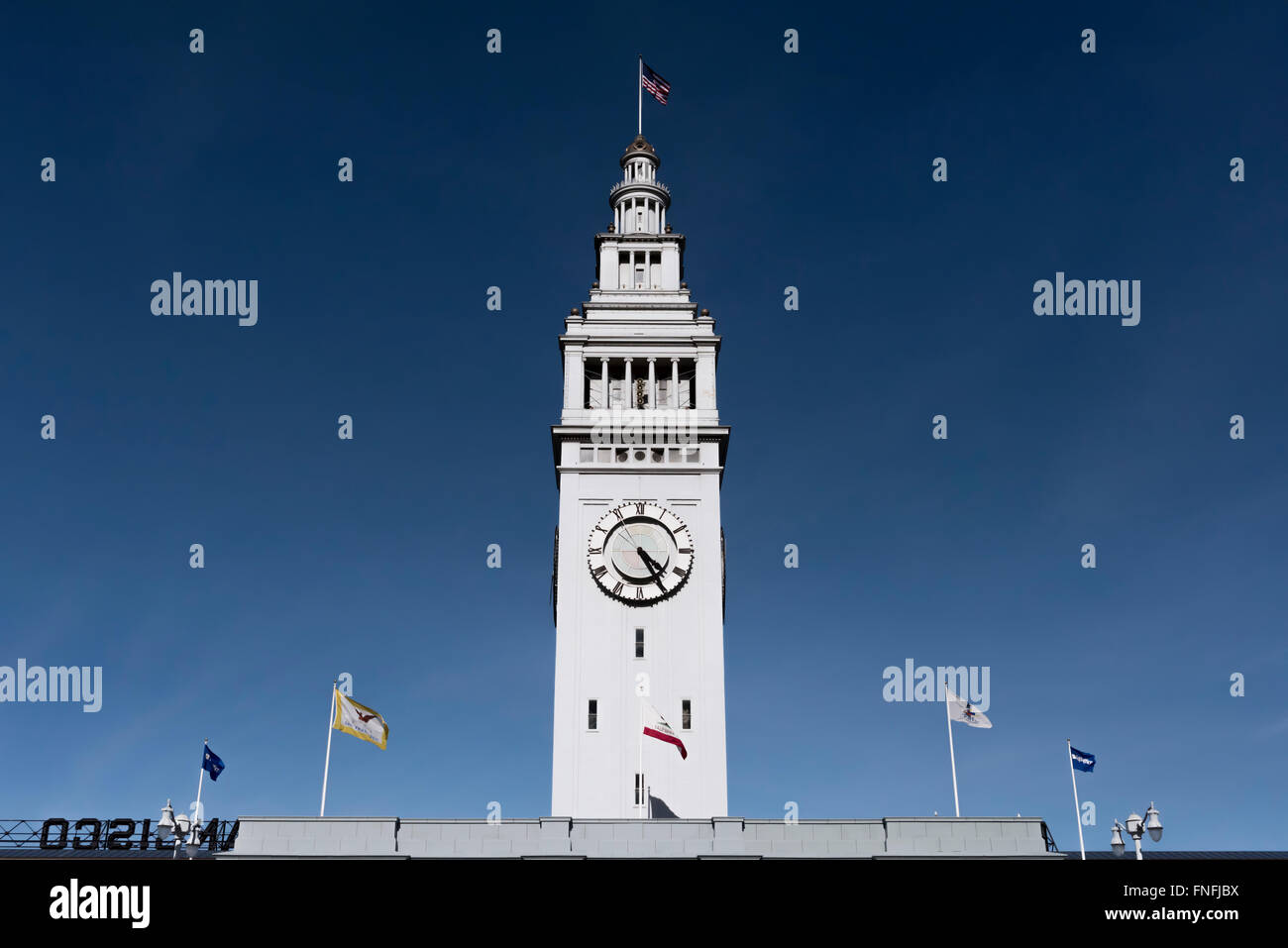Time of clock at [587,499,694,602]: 4:24
